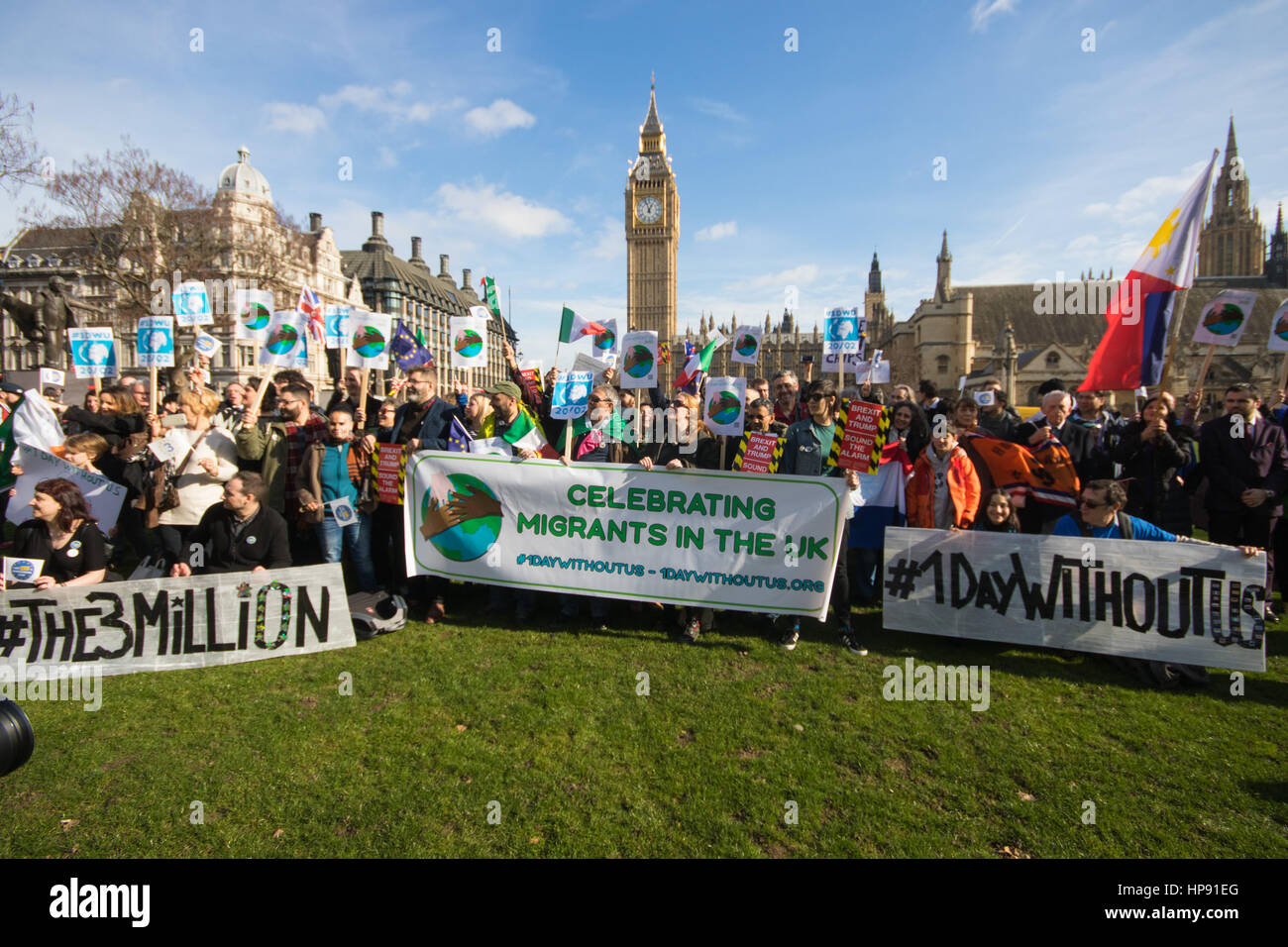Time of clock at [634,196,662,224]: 12:57
